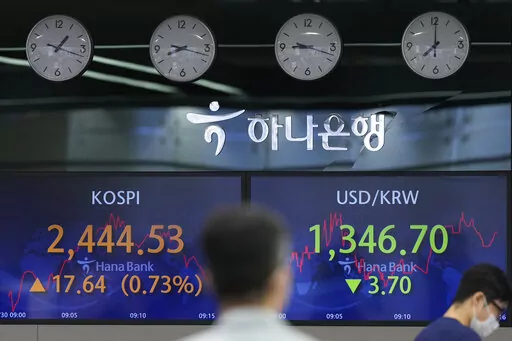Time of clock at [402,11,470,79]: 8:00
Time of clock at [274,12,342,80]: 9:17
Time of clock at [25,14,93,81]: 1:17
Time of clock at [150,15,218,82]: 8:17
